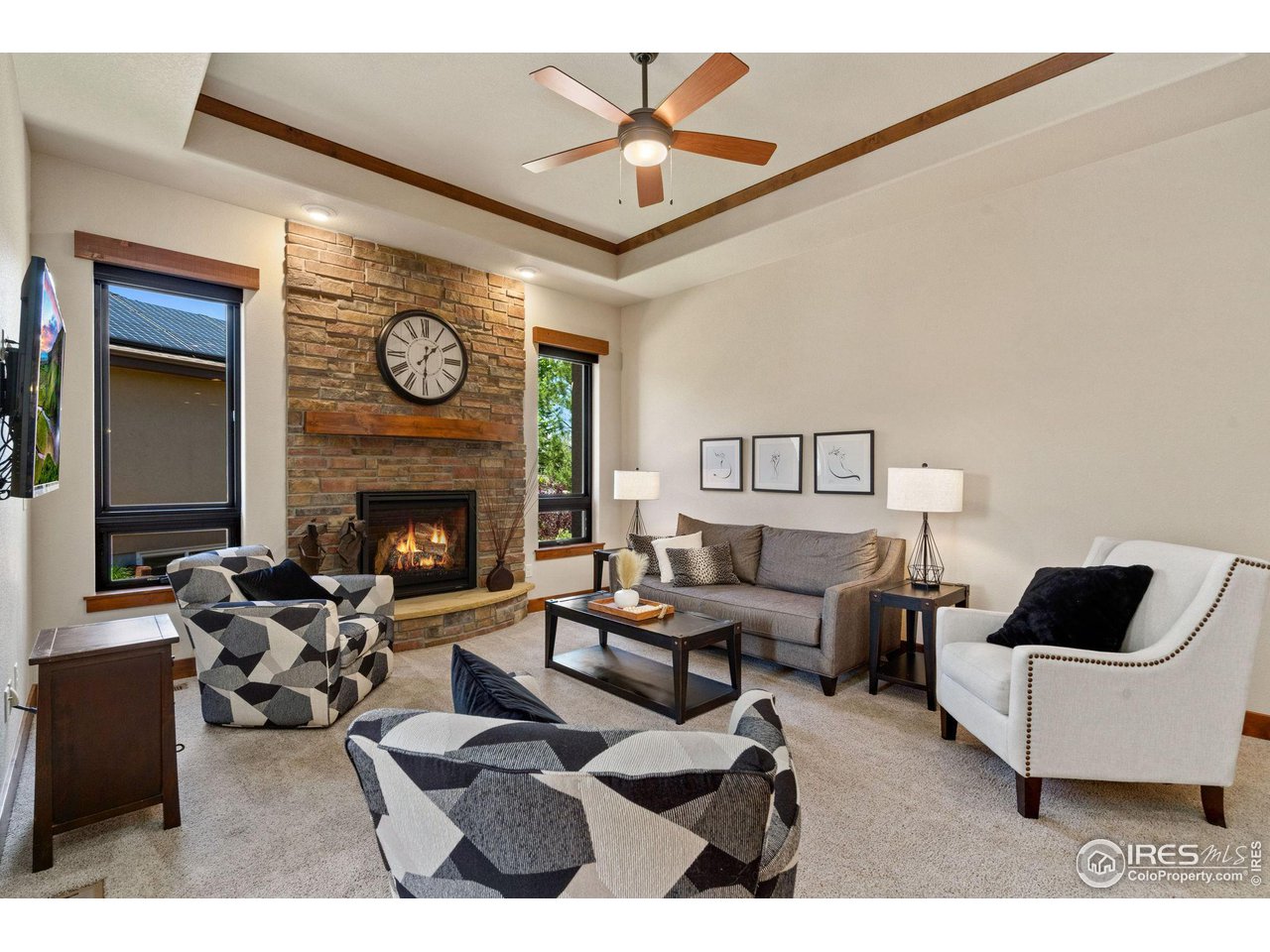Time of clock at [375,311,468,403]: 1:30
